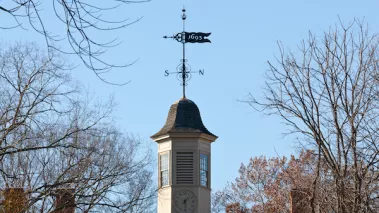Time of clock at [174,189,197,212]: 1:29
